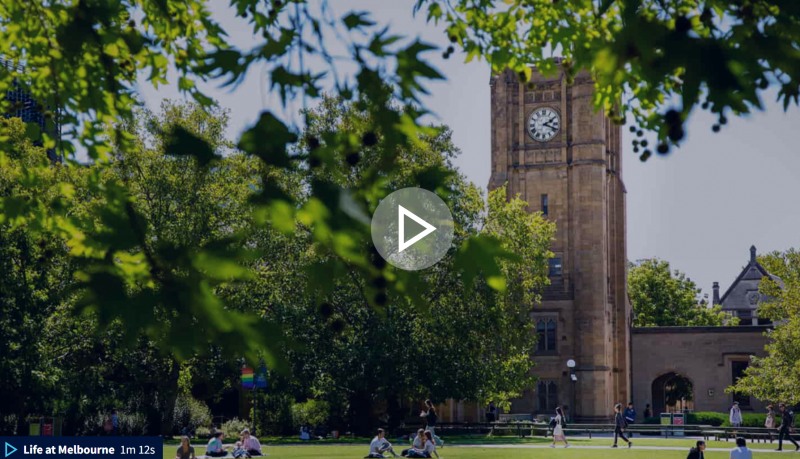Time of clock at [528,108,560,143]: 2:18
